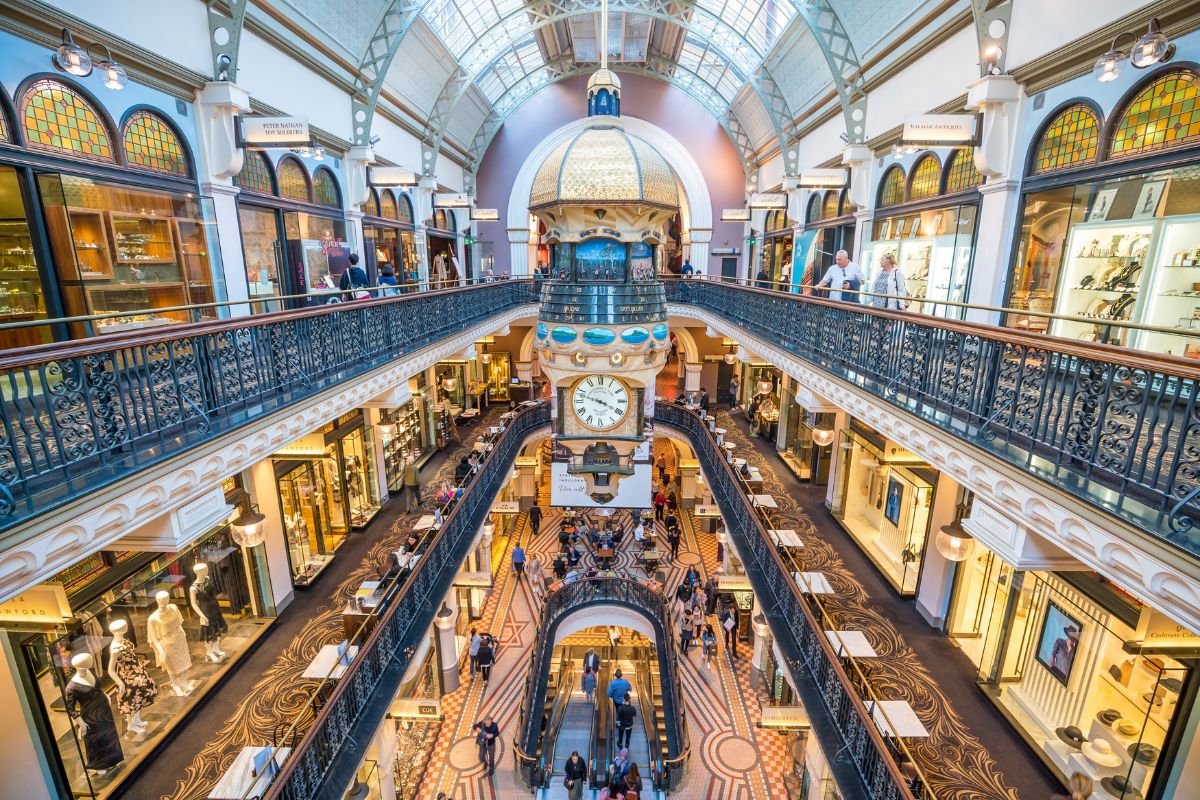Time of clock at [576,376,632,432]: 3:48
